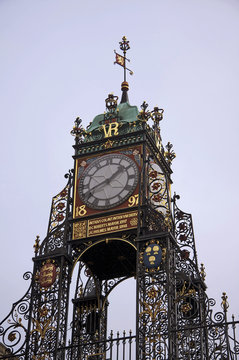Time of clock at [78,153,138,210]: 1:41
